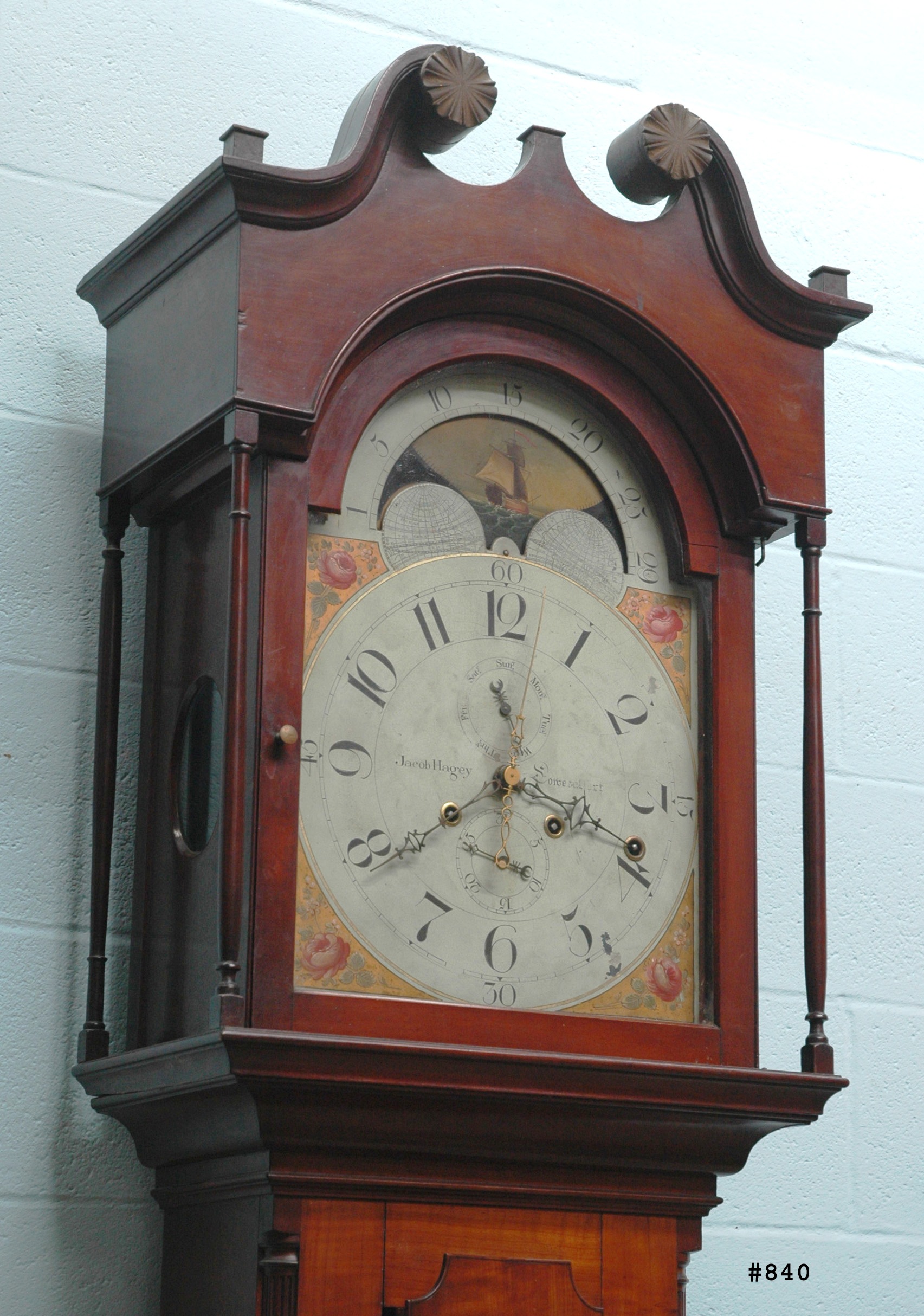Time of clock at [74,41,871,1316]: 3:39
